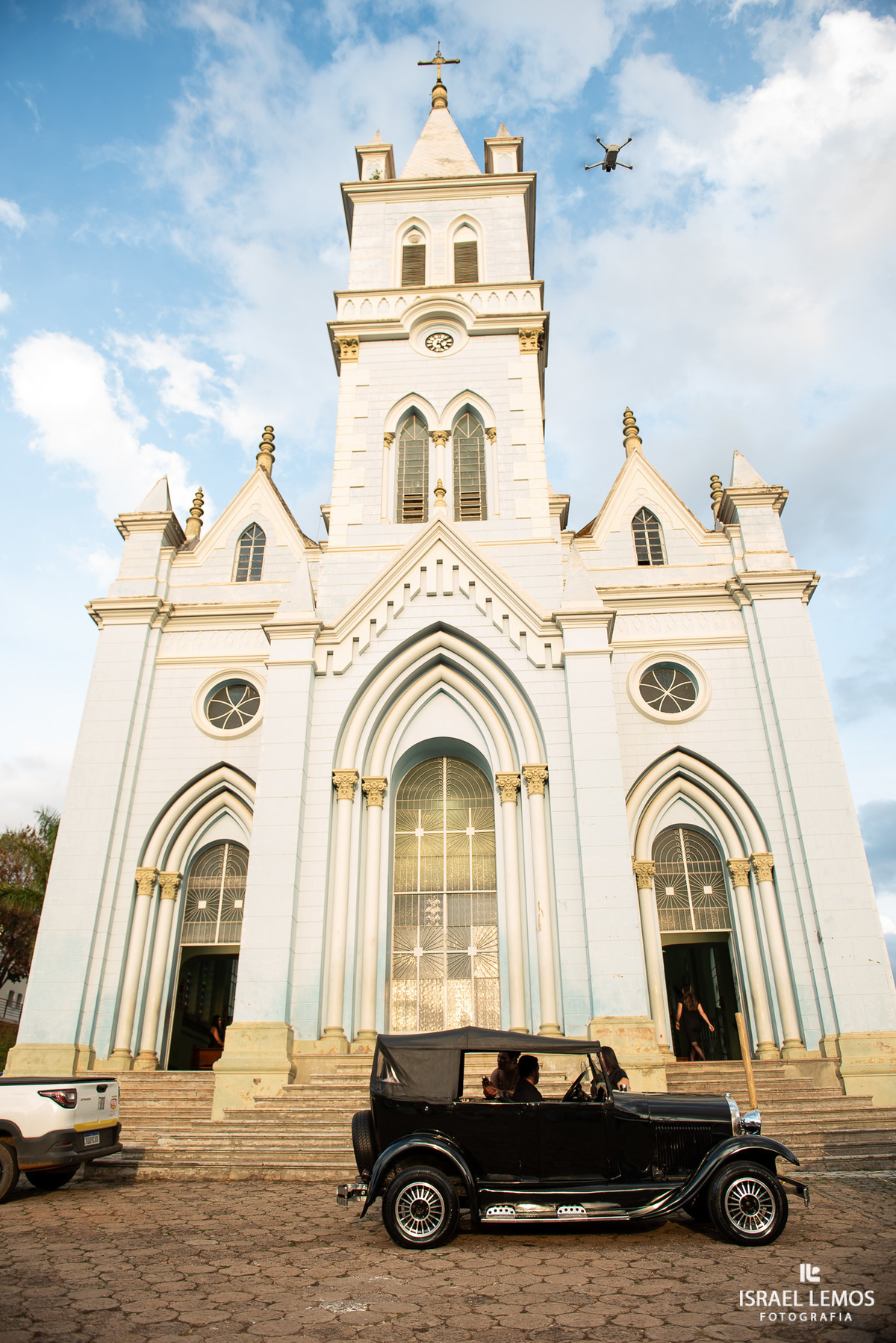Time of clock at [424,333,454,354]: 5:08
